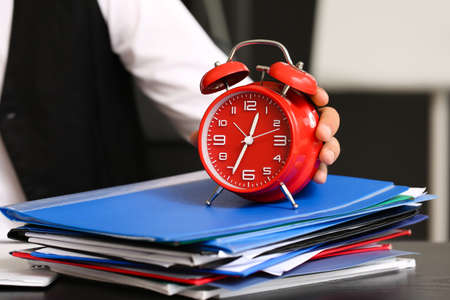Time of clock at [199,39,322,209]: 12:34
